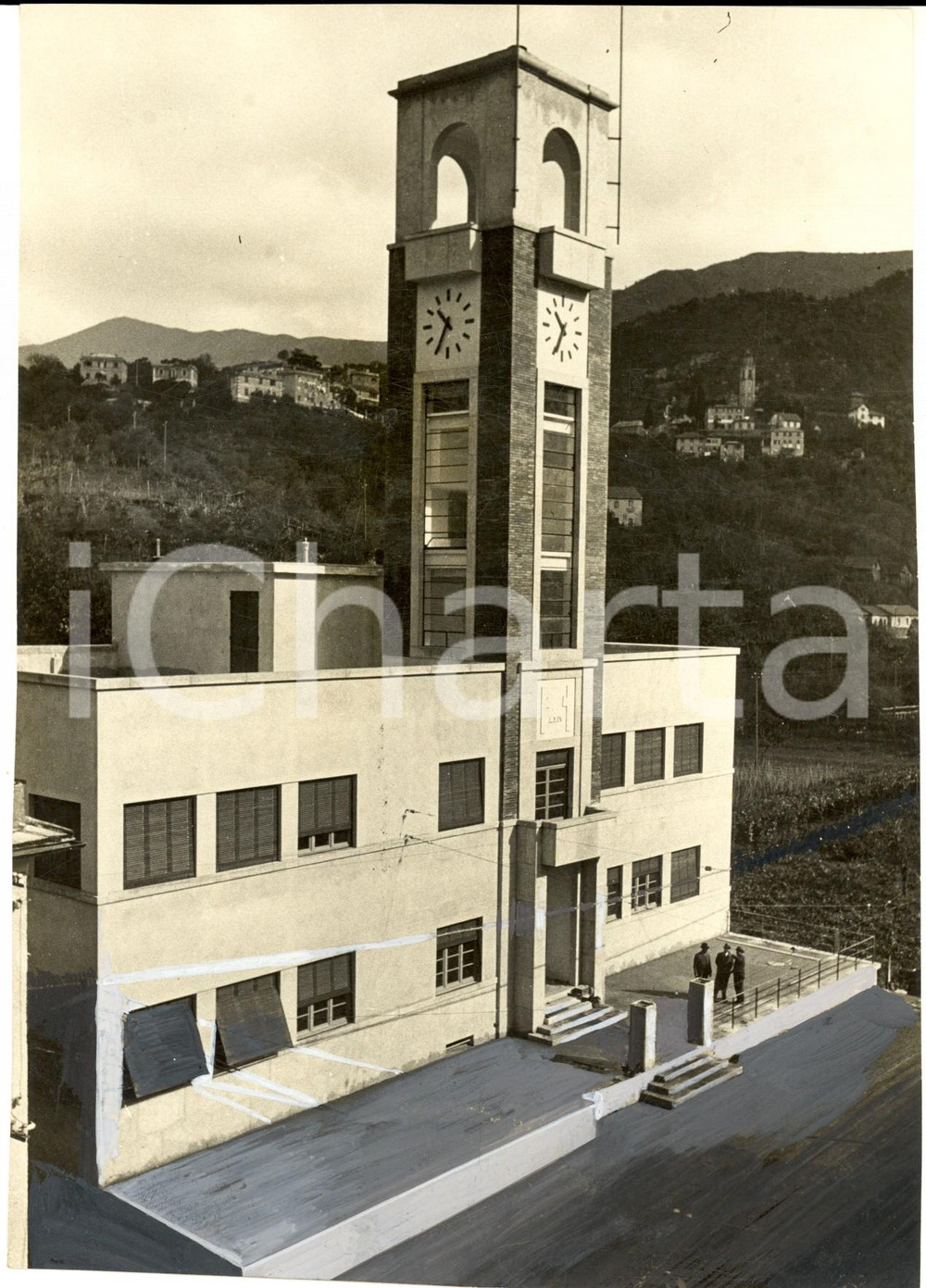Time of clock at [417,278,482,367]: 10:34
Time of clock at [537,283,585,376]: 10:34
